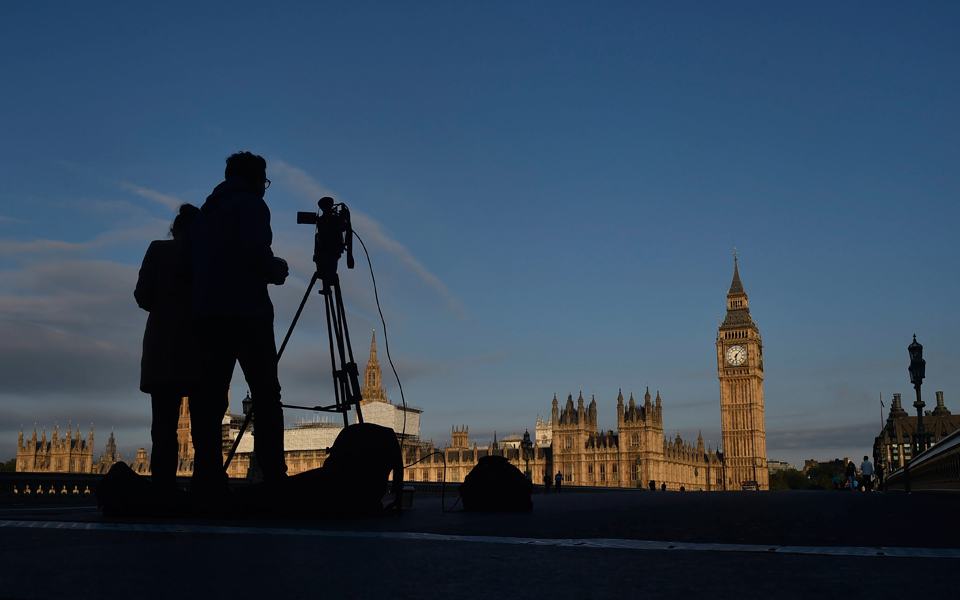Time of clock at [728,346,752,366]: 6:06
